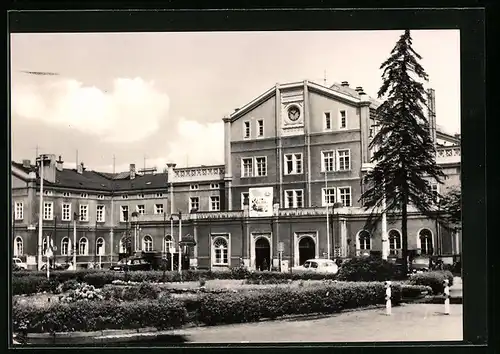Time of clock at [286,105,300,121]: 10:07
